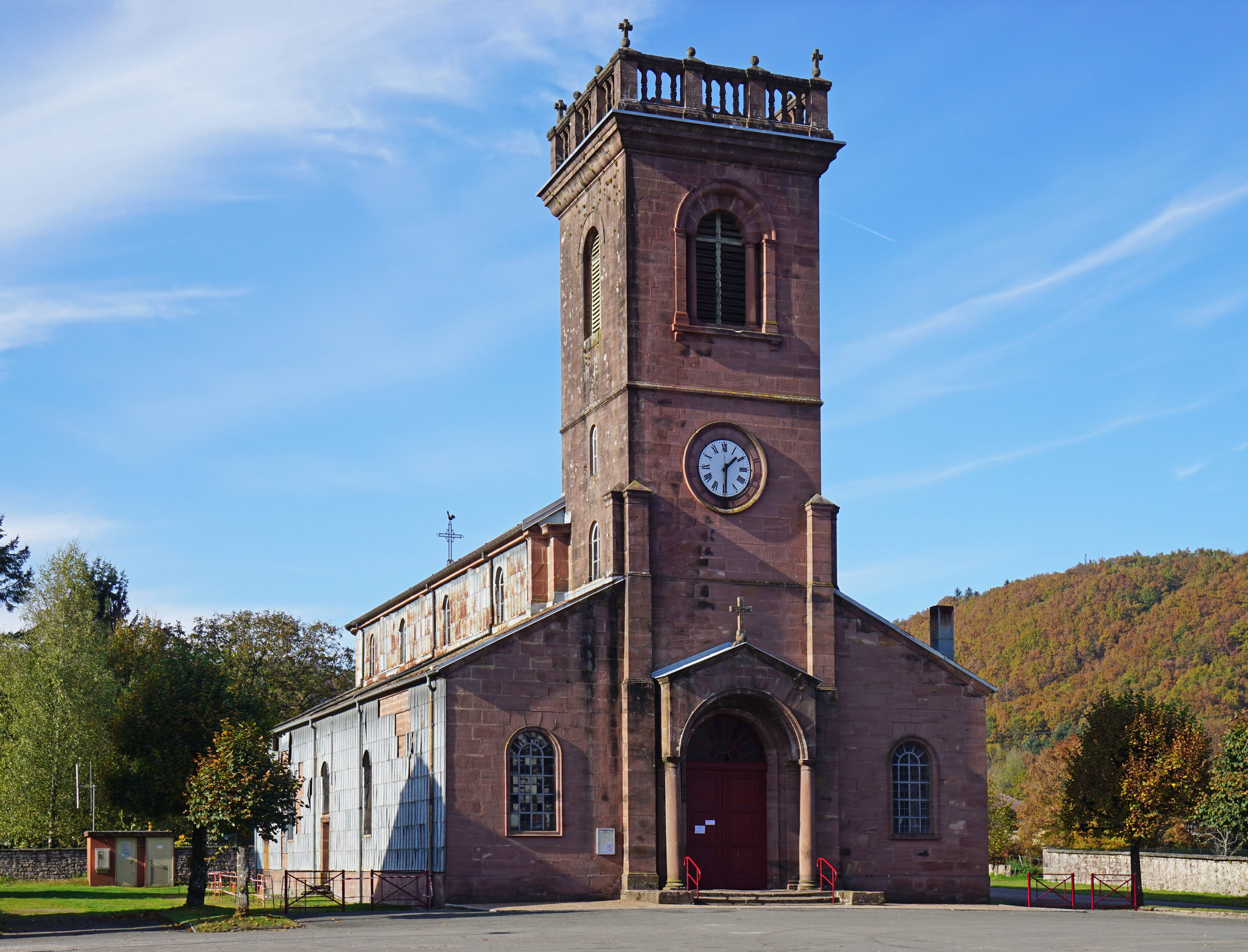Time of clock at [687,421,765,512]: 1:29
